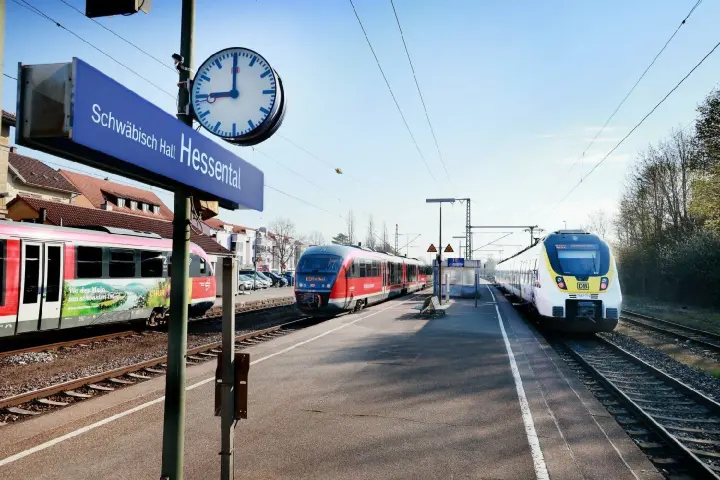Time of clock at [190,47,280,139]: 9:00
